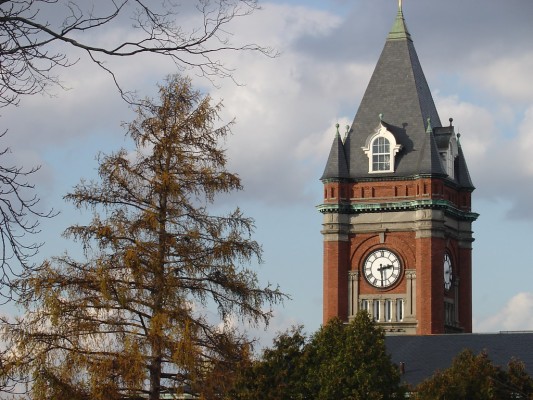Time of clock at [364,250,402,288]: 2:29
